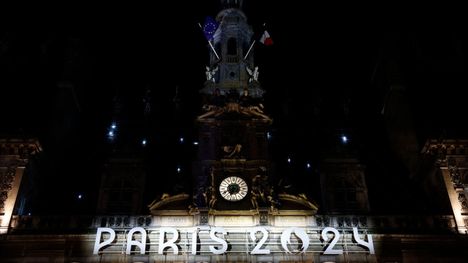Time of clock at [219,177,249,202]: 6:40
